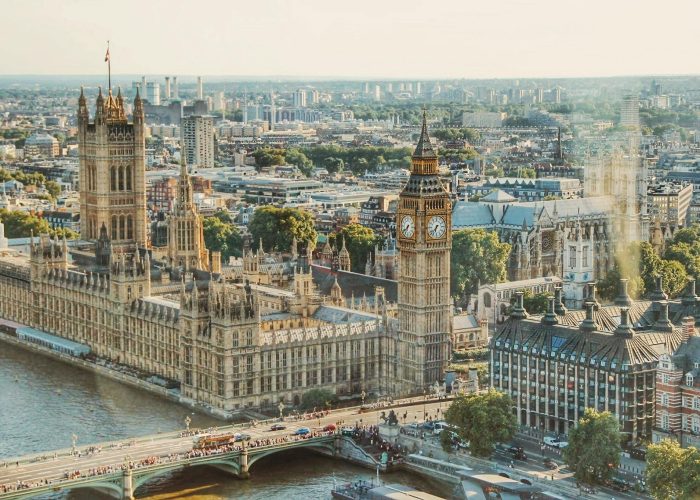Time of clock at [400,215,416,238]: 6:38
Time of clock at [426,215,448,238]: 6:37
